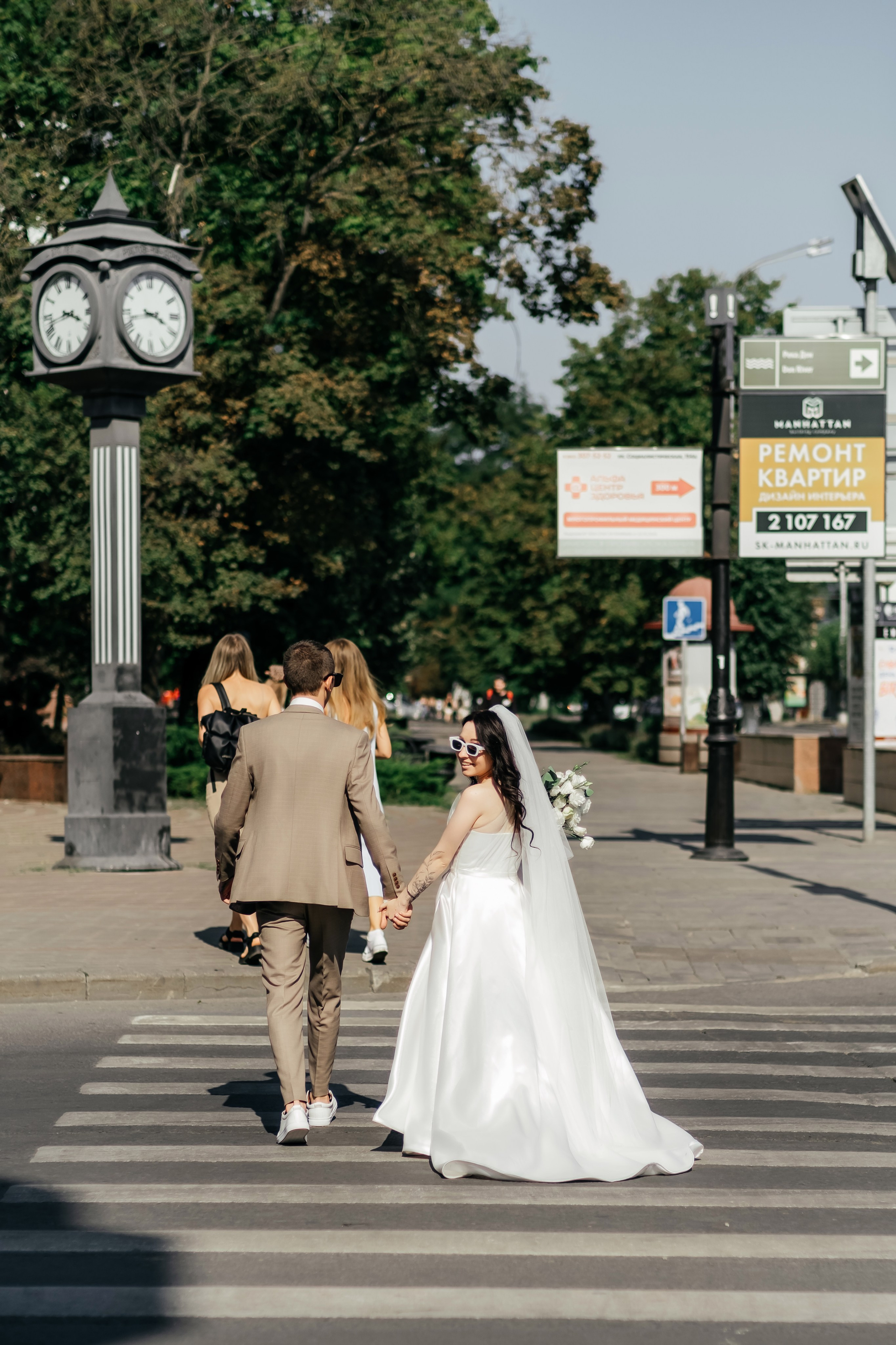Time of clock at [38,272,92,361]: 3:42
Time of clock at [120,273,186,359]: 3:42
